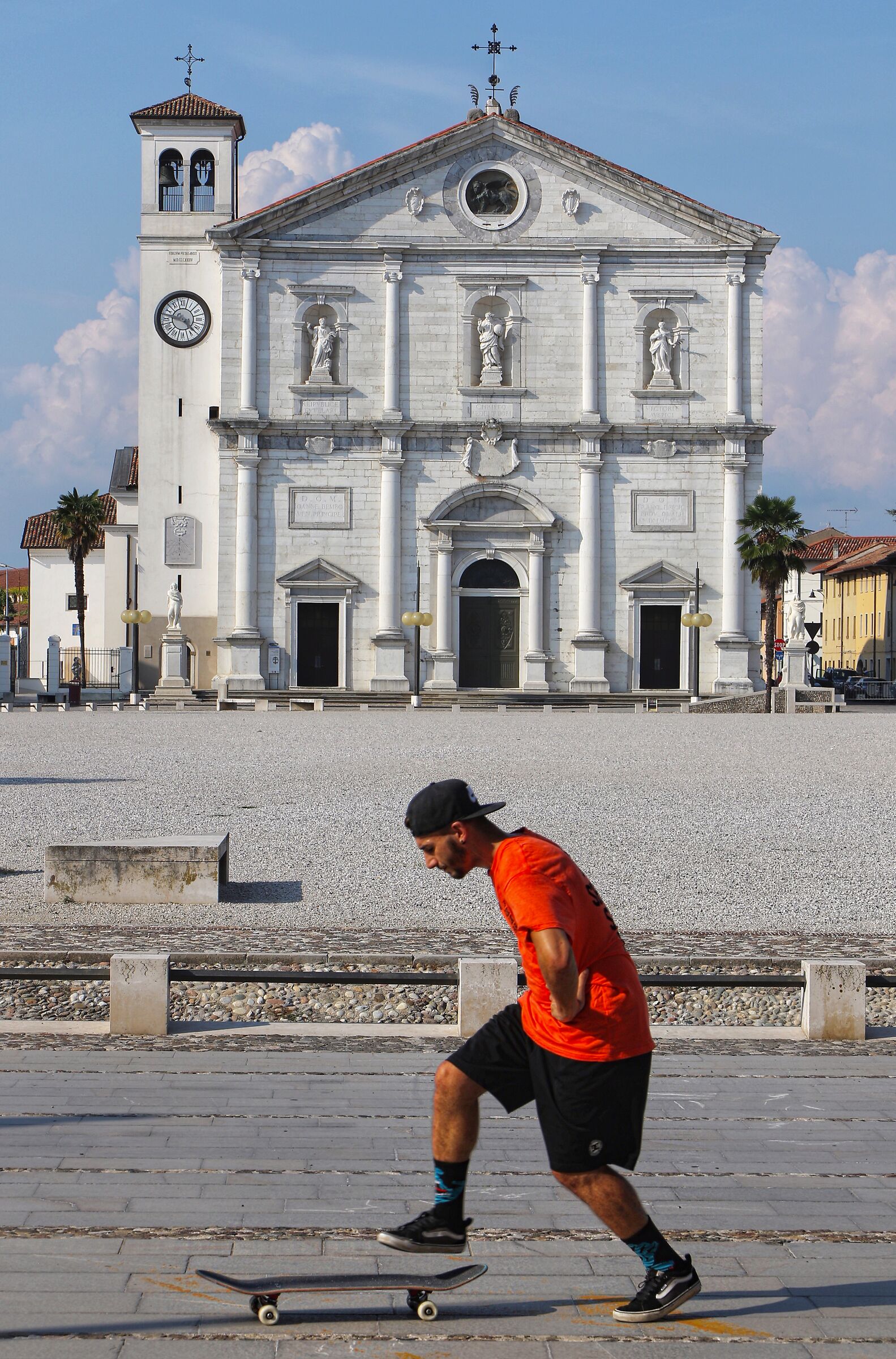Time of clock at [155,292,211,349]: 9:22
